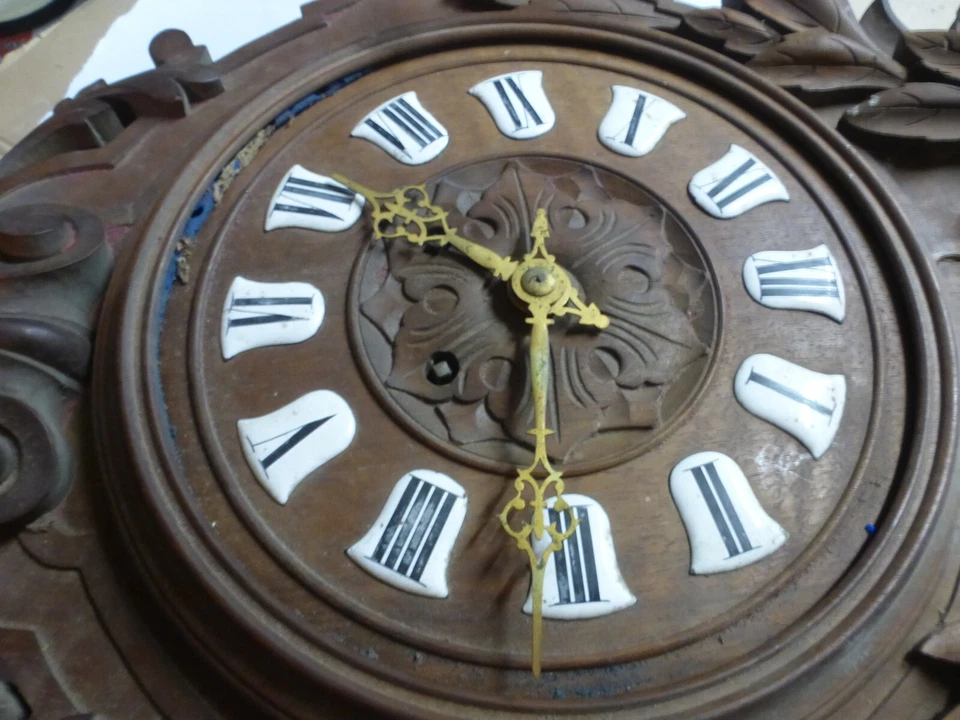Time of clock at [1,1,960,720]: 10:32
